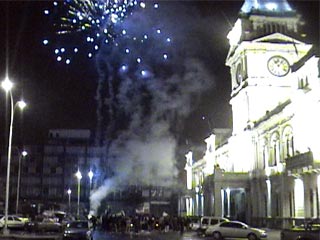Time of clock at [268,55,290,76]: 11:07
